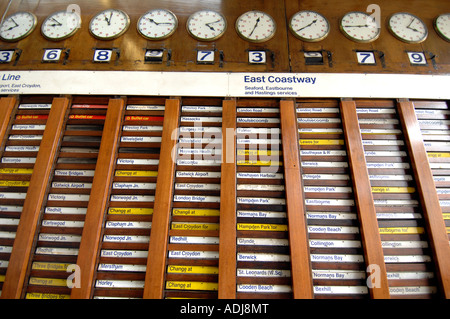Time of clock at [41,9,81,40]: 8:51
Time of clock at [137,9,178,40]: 10:14
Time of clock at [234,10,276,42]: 12:34
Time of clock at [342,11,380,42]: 2:44
